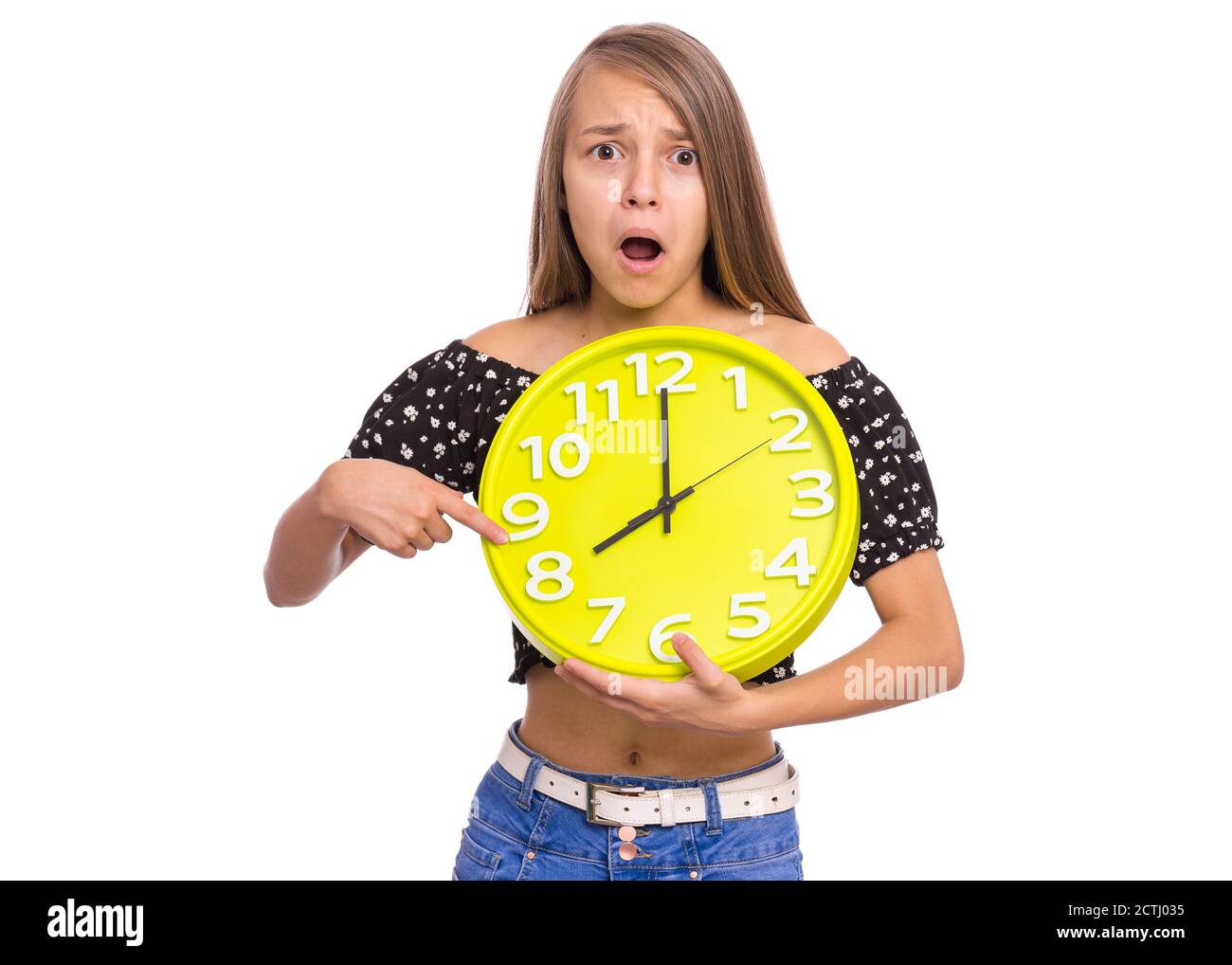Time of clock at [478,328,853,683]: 8:00
